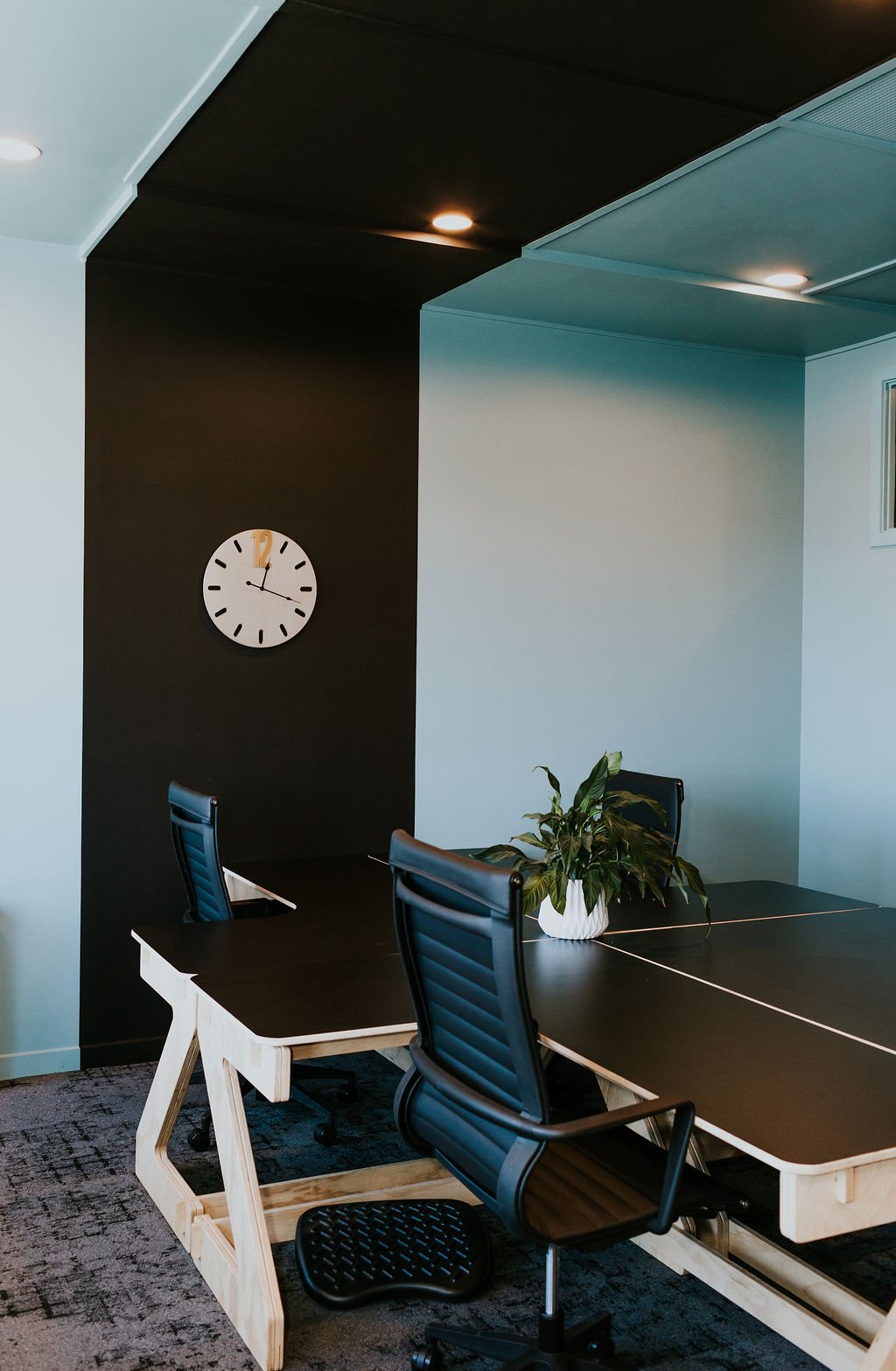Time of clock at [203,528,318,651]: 12:18
